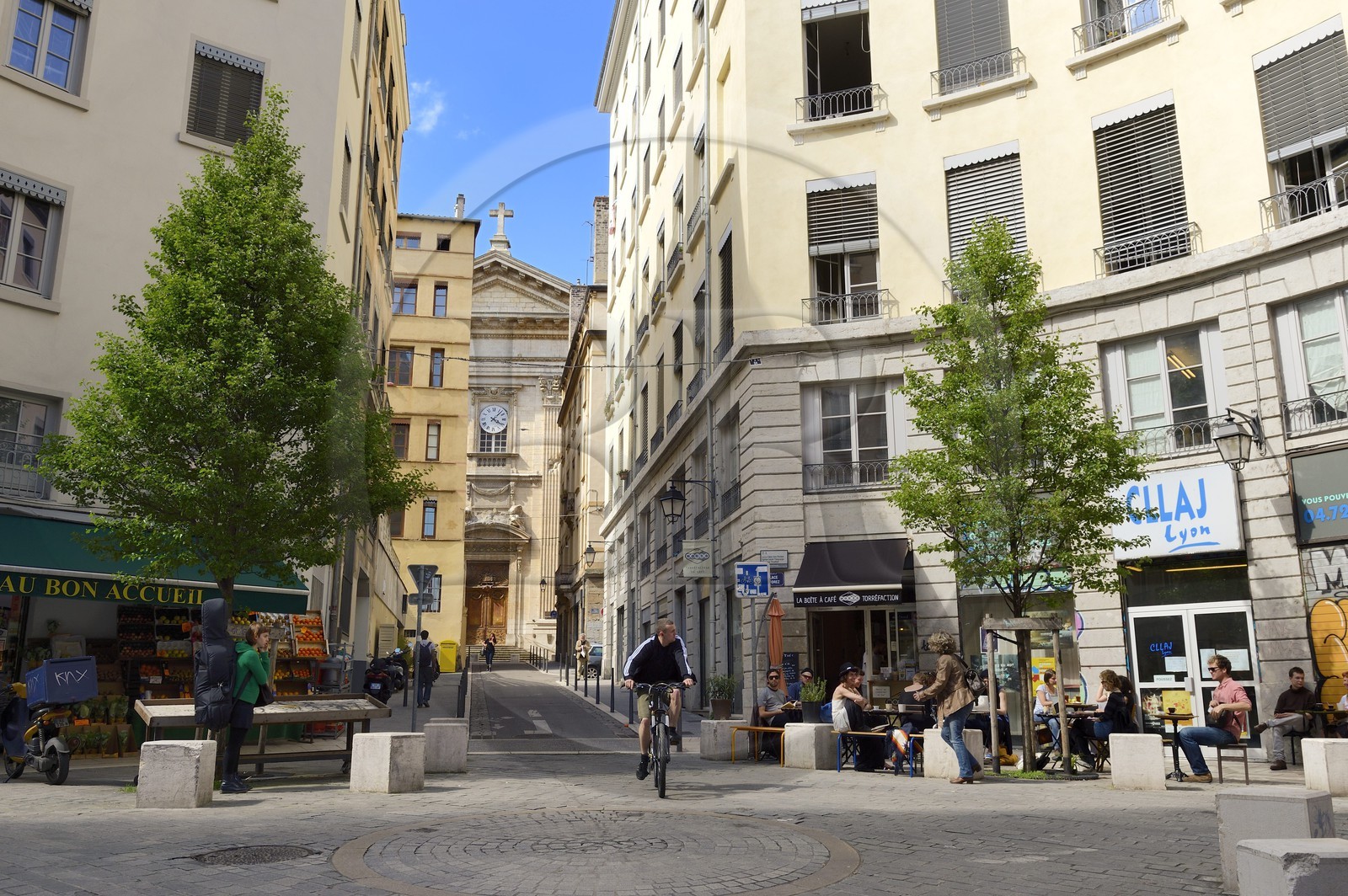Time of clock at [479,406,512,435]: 4:07
